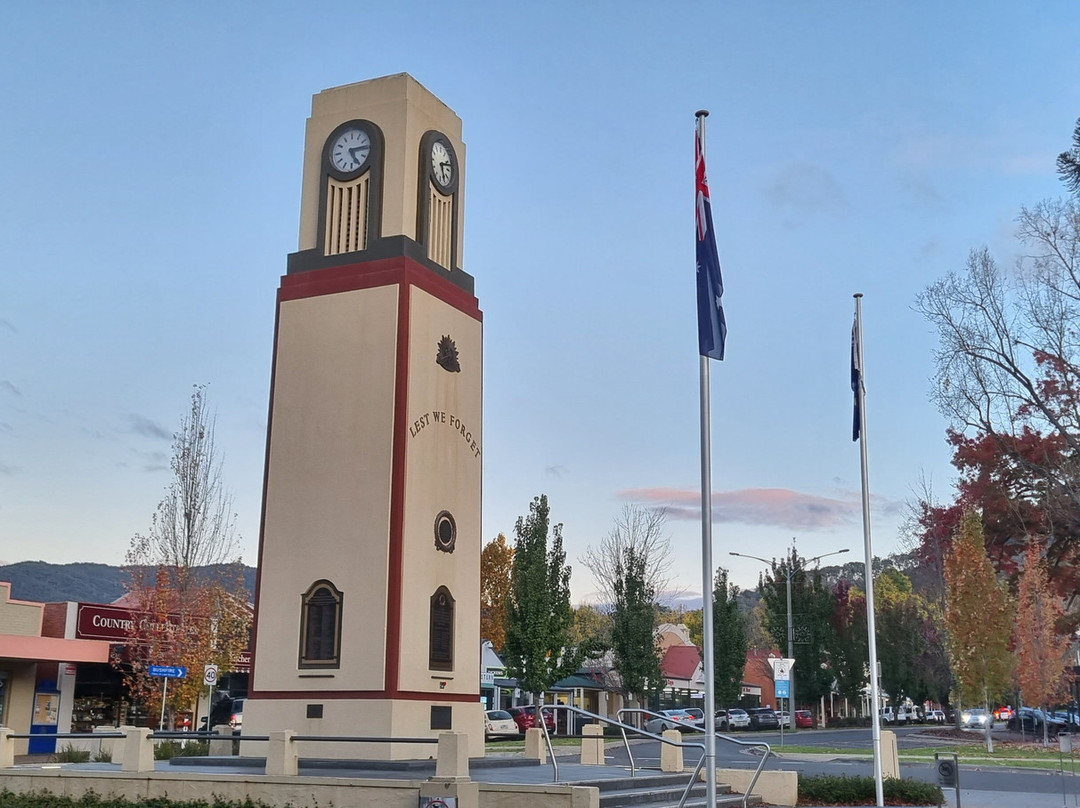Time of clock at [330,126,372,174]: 5:14
